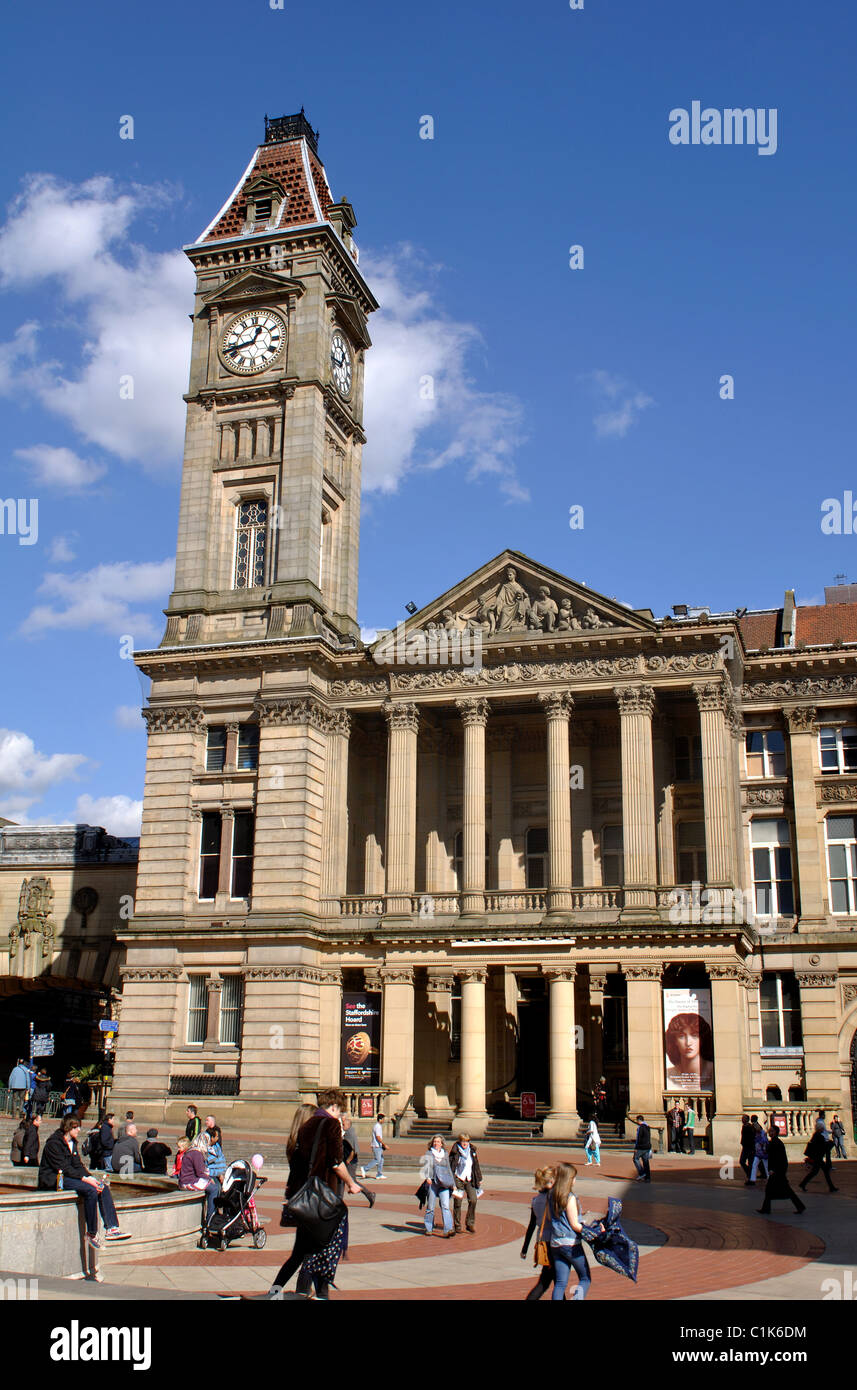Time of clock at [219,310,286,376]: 12:42
